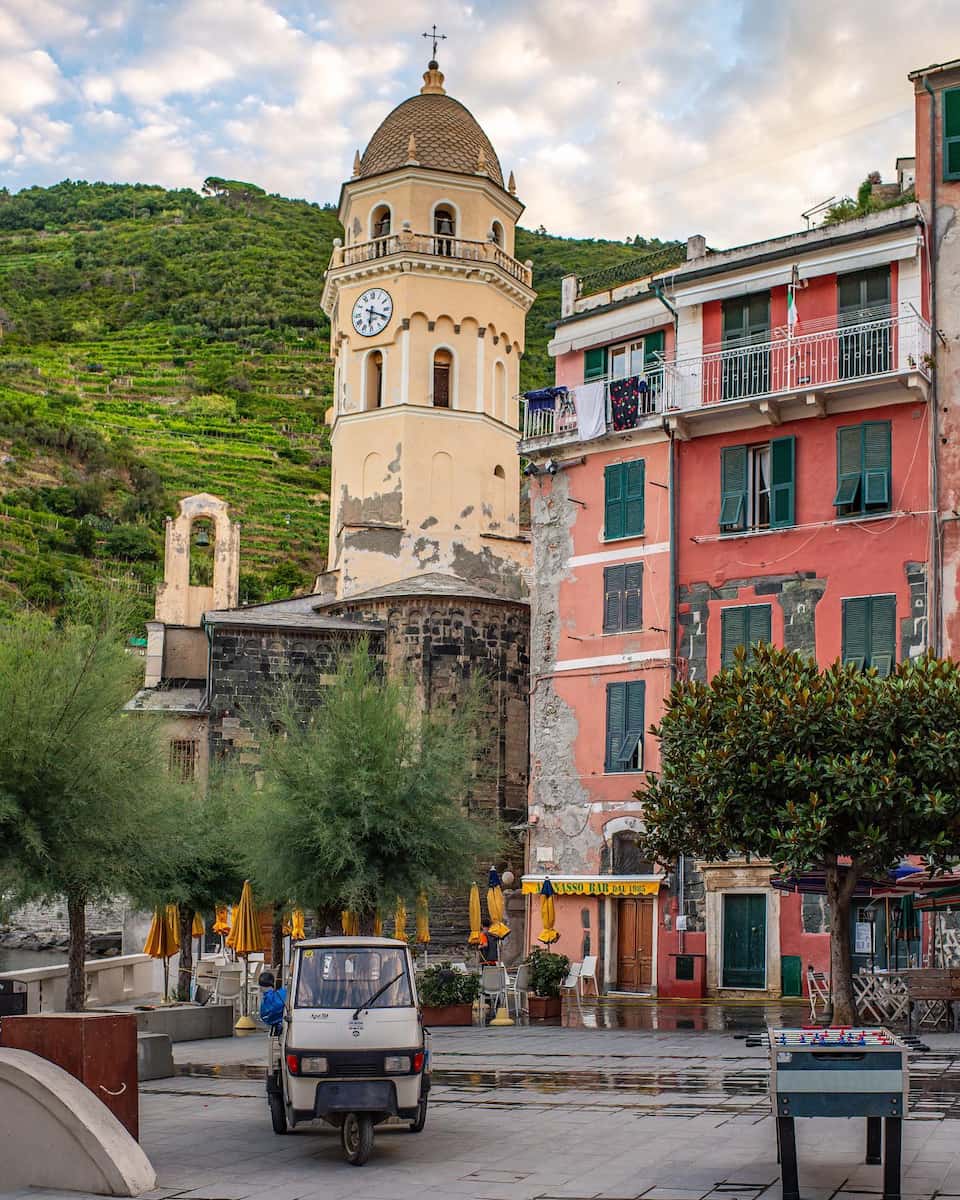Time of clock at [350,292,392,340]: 6:18
